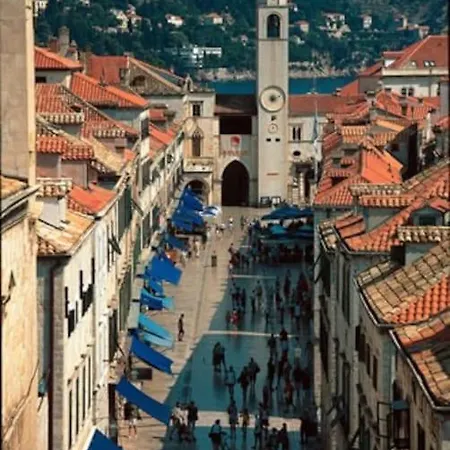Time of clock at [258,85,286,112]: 4:10
